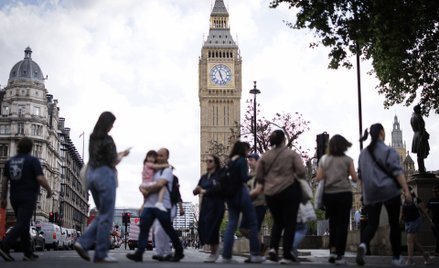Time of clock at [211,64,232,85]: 11:26
